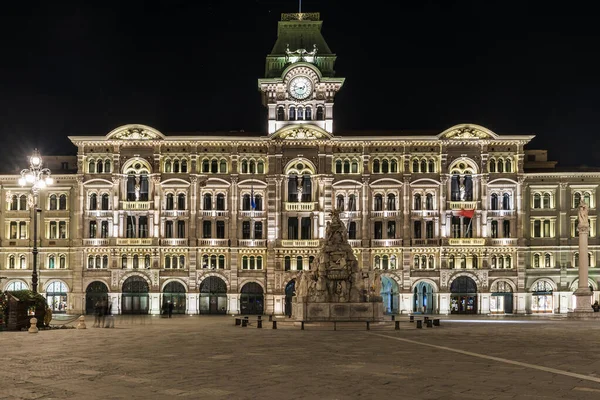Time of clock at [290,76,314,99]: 9:42
